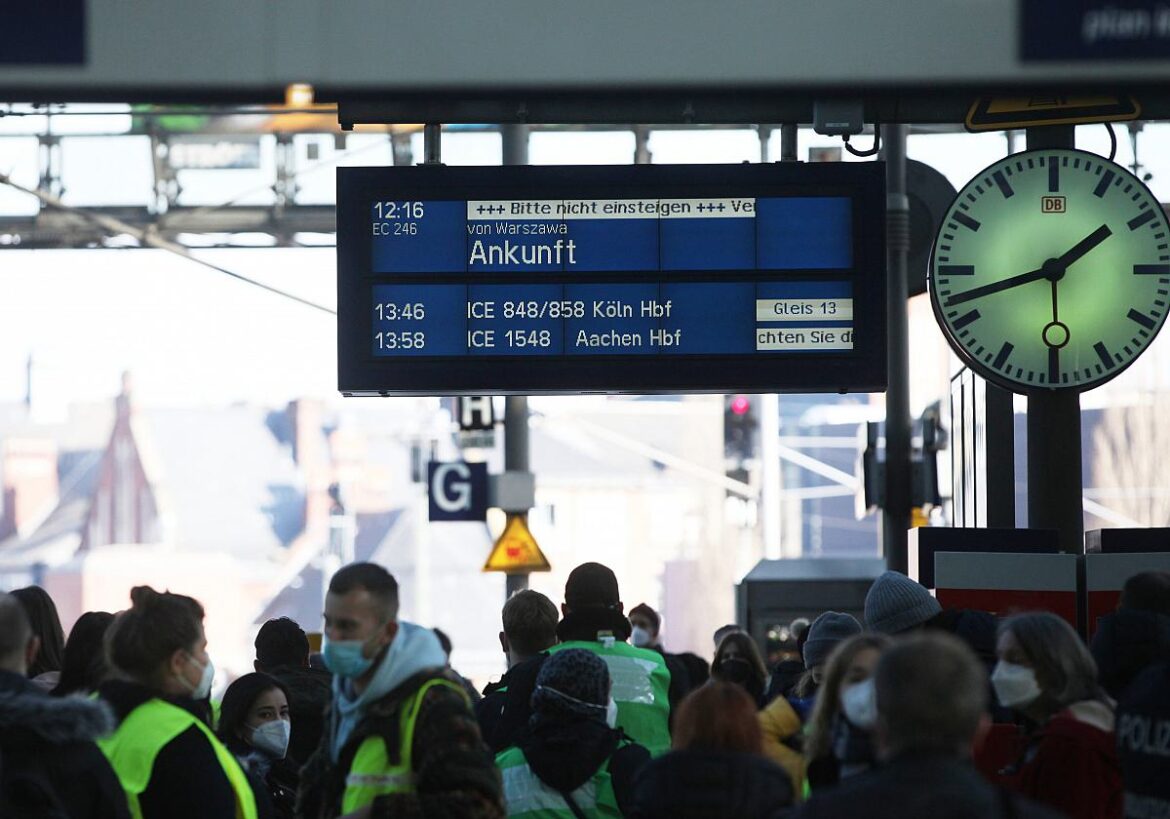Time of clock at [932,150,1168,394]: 1:42
